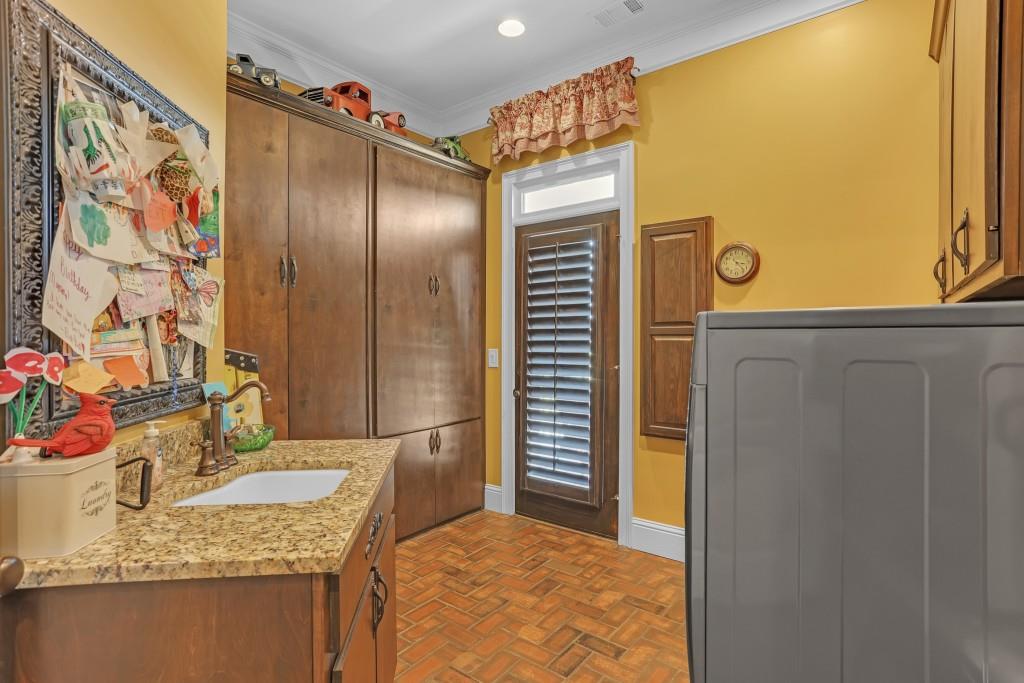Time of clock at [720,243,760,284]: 3:22
